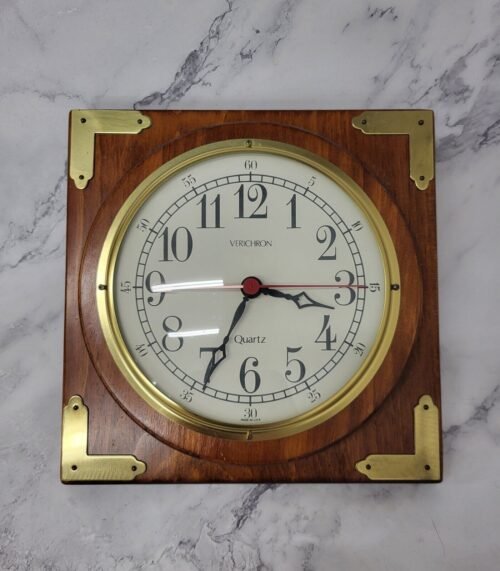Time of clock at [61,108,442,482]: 3:34
